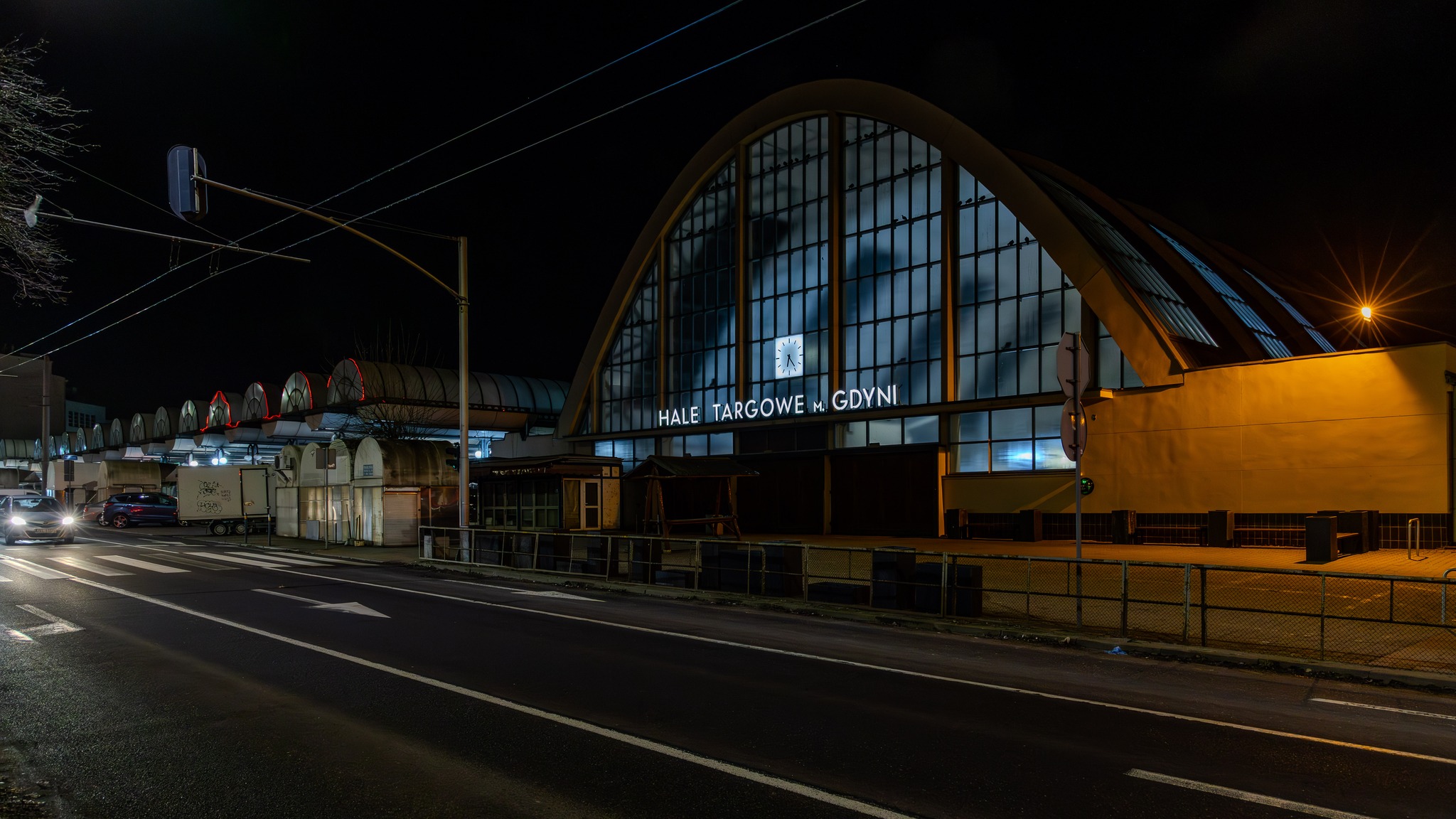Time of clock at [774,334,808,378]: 6:23
